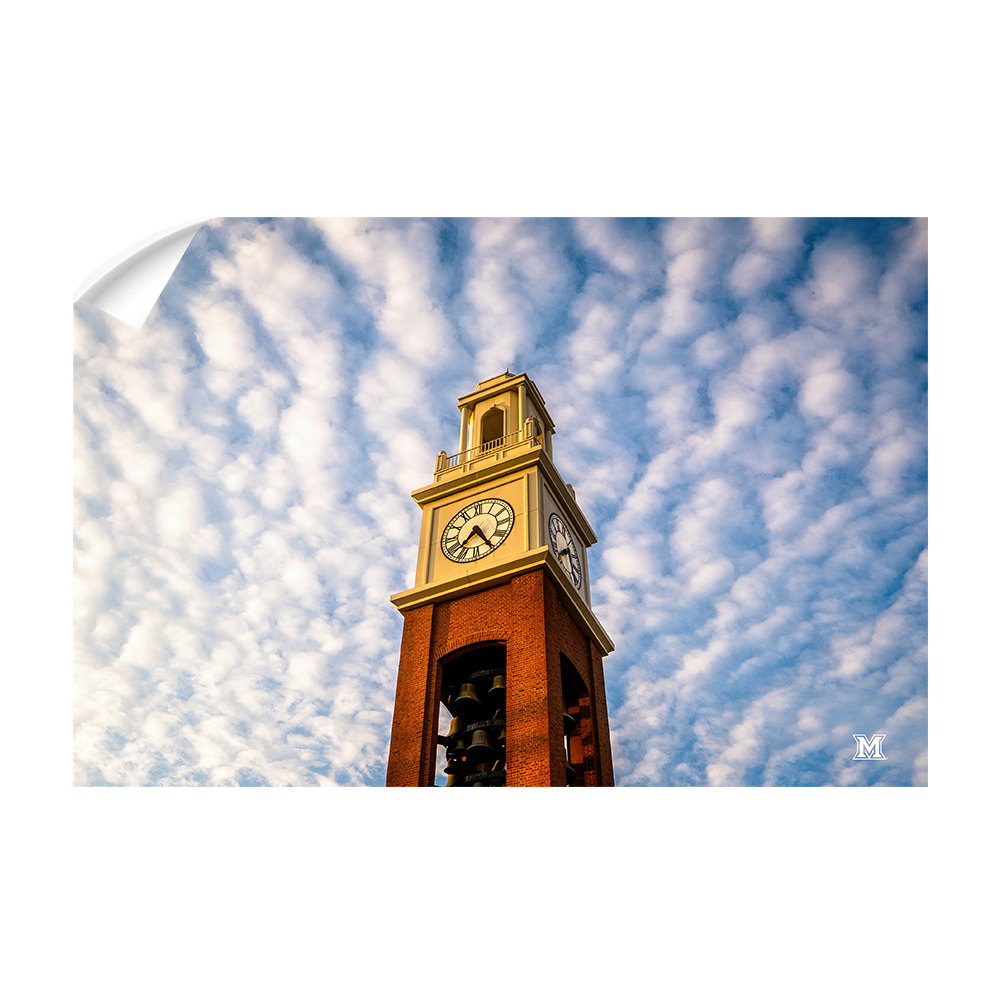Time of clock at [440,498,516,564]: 7:24
